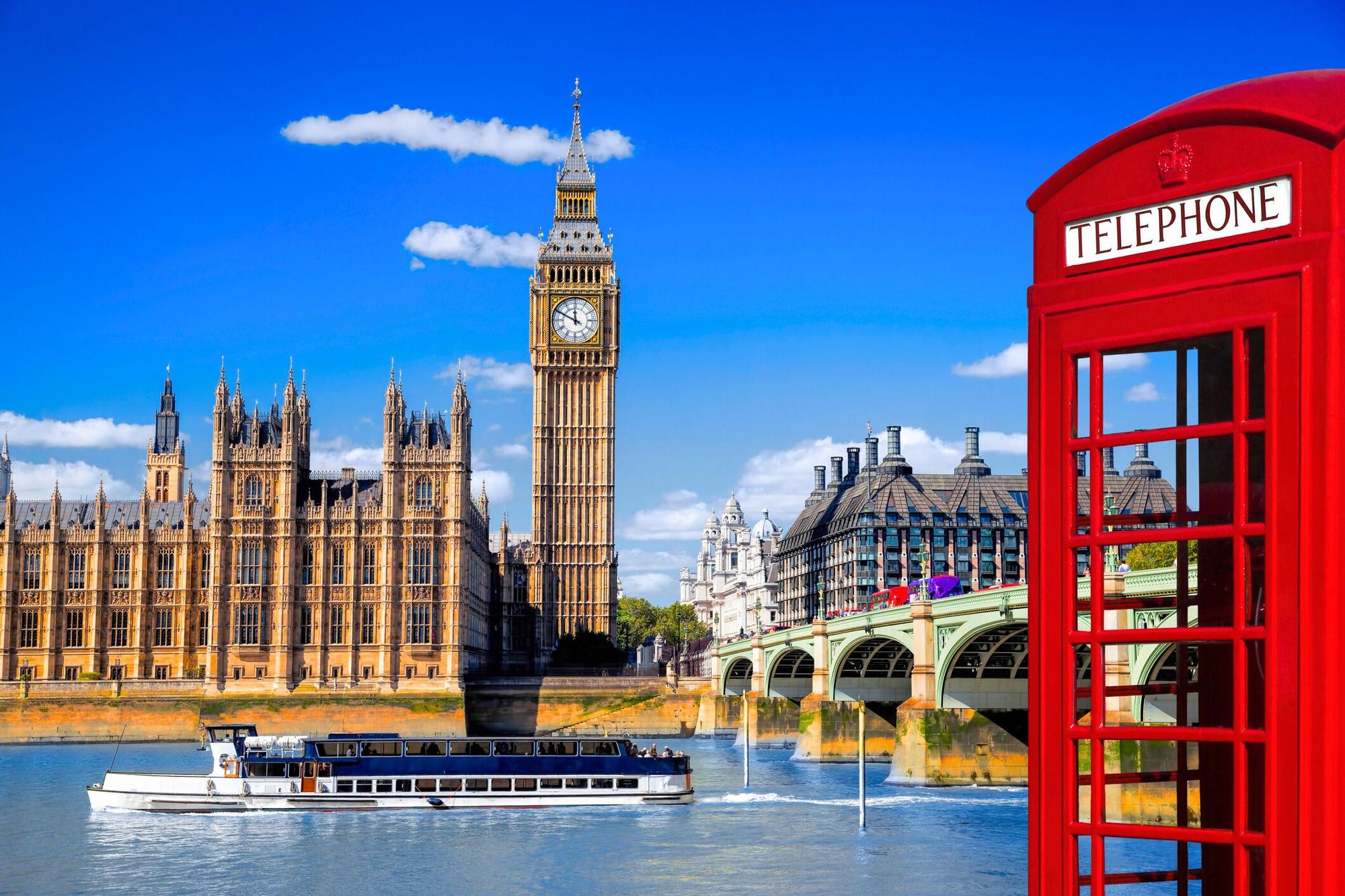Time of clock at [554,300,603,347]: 11:49
